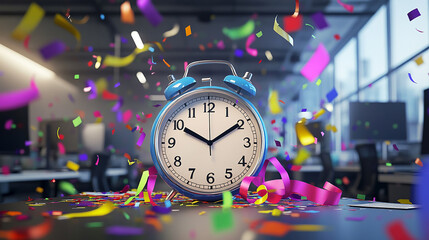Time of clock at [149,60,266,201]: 10:09
